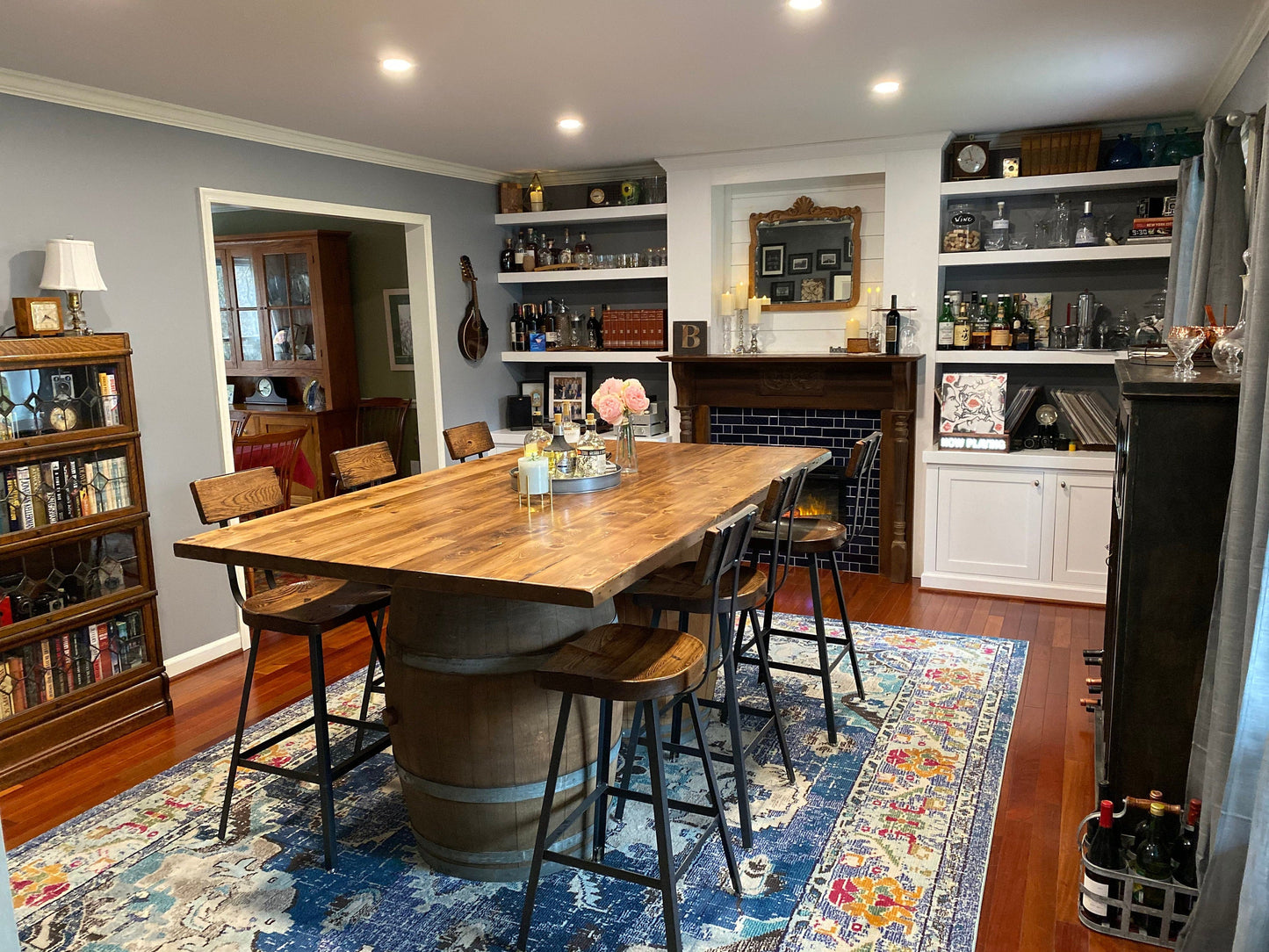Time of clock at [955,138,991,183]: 8:57
